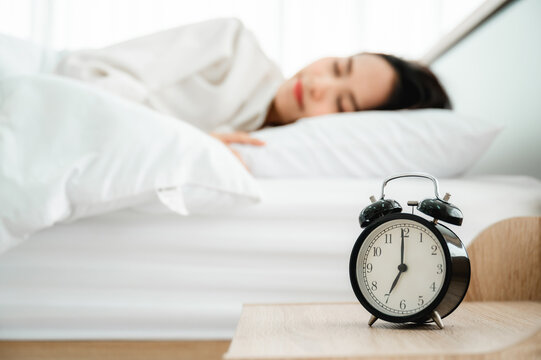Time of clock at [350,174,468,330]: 7:00
